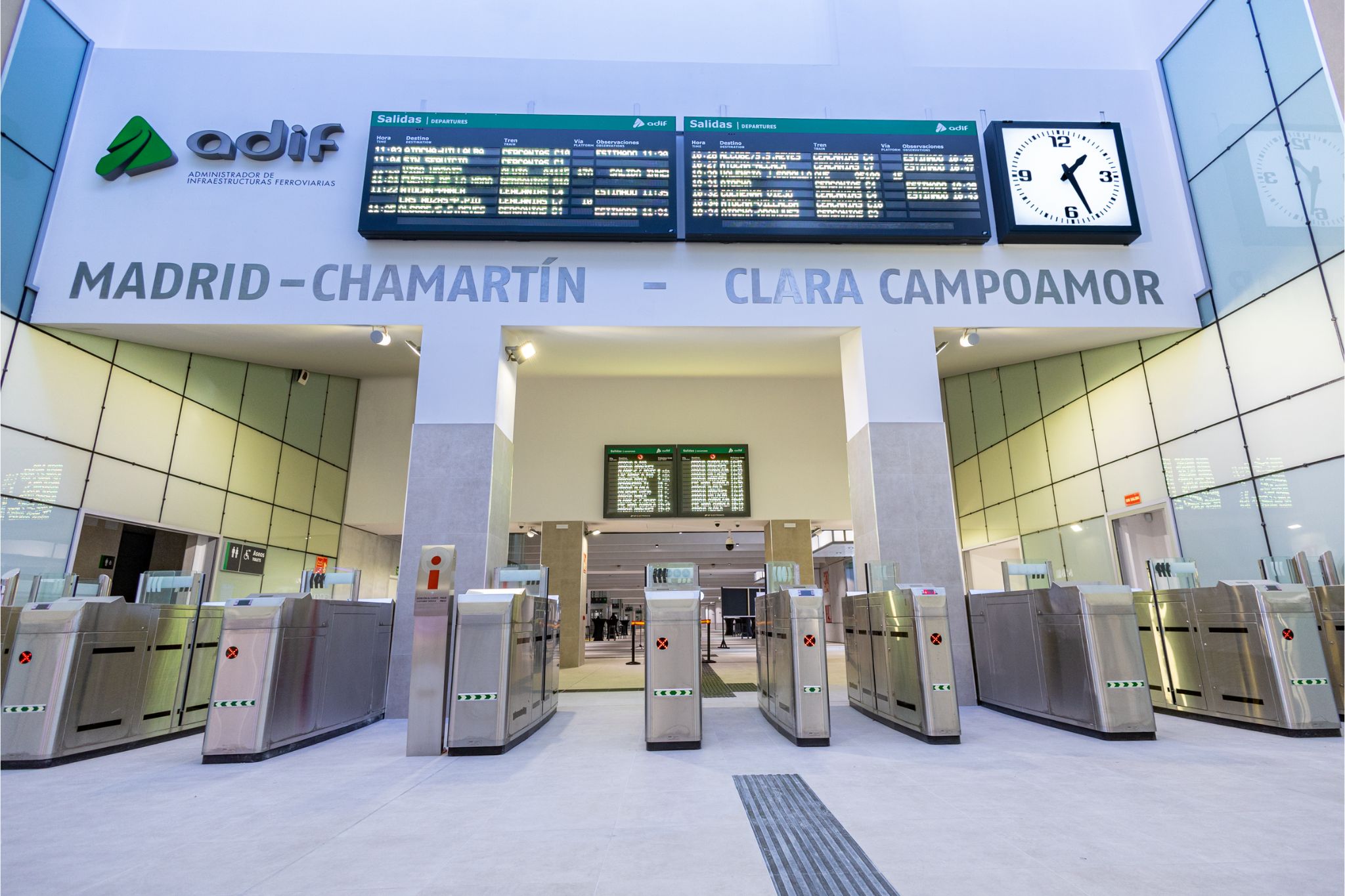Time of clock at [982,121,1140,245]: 1:26
